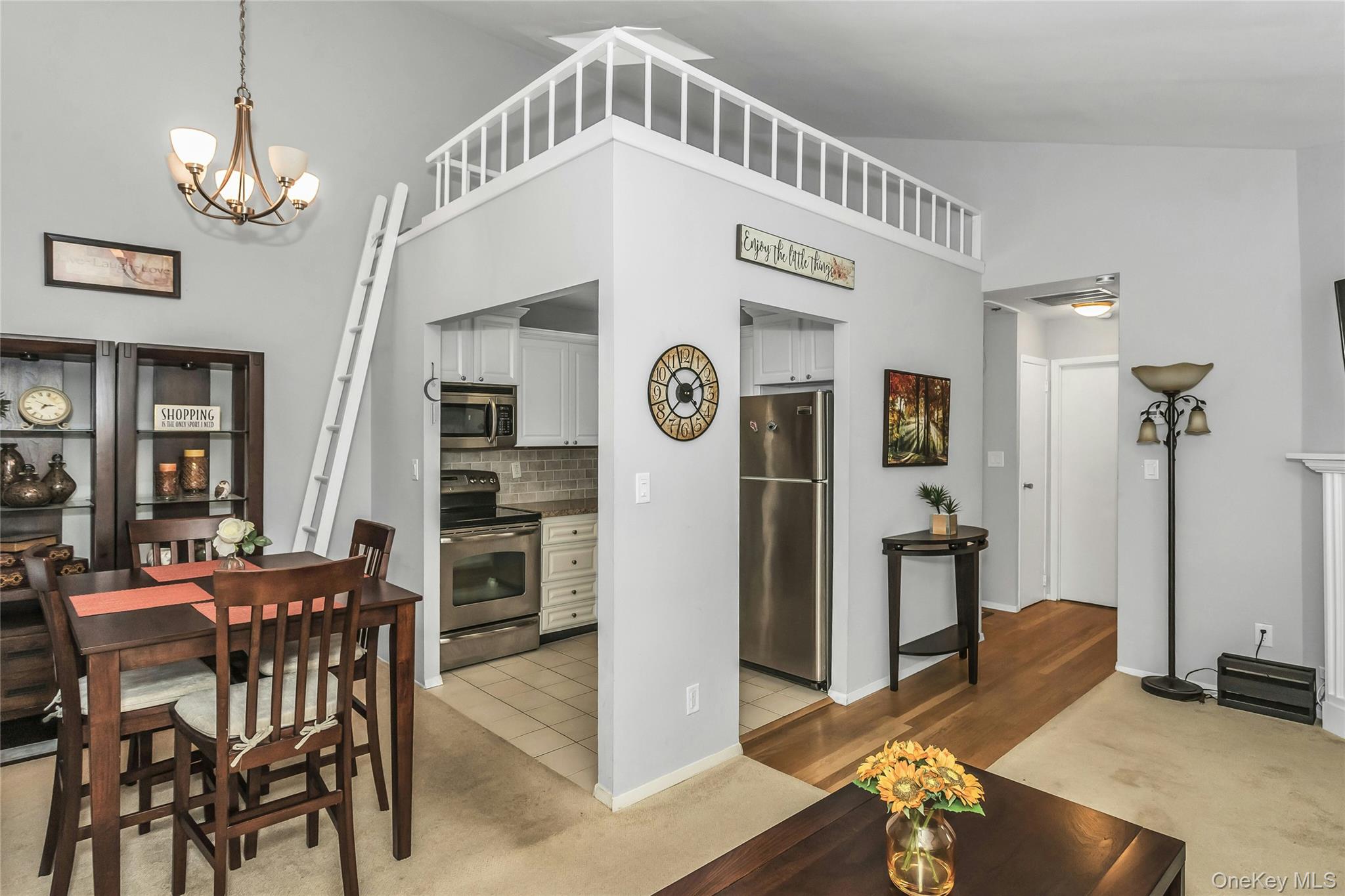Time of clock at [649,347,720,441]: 2:22
